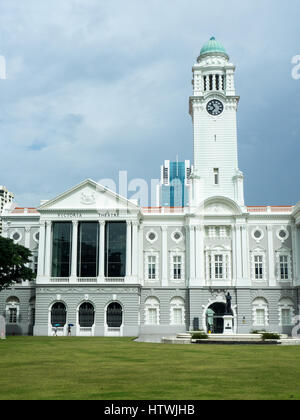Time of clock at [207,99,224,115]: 10:37
